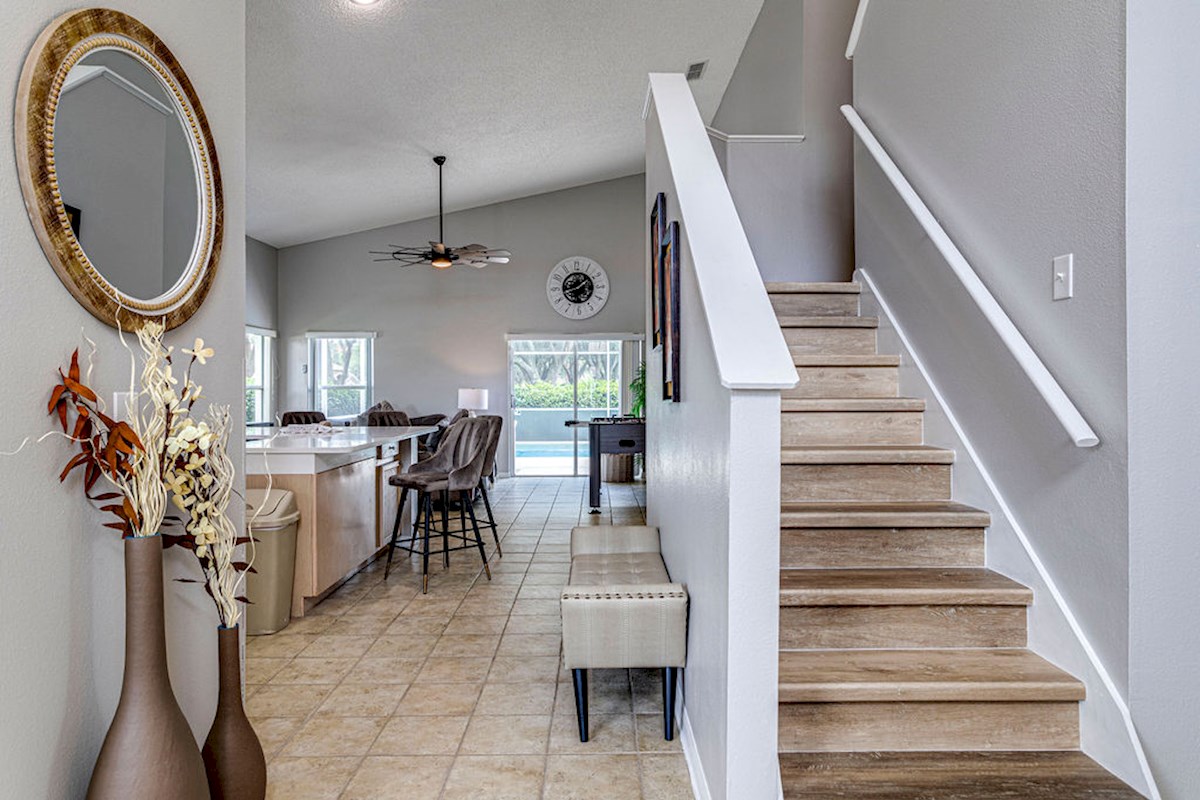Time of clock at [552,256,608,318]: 1:42
